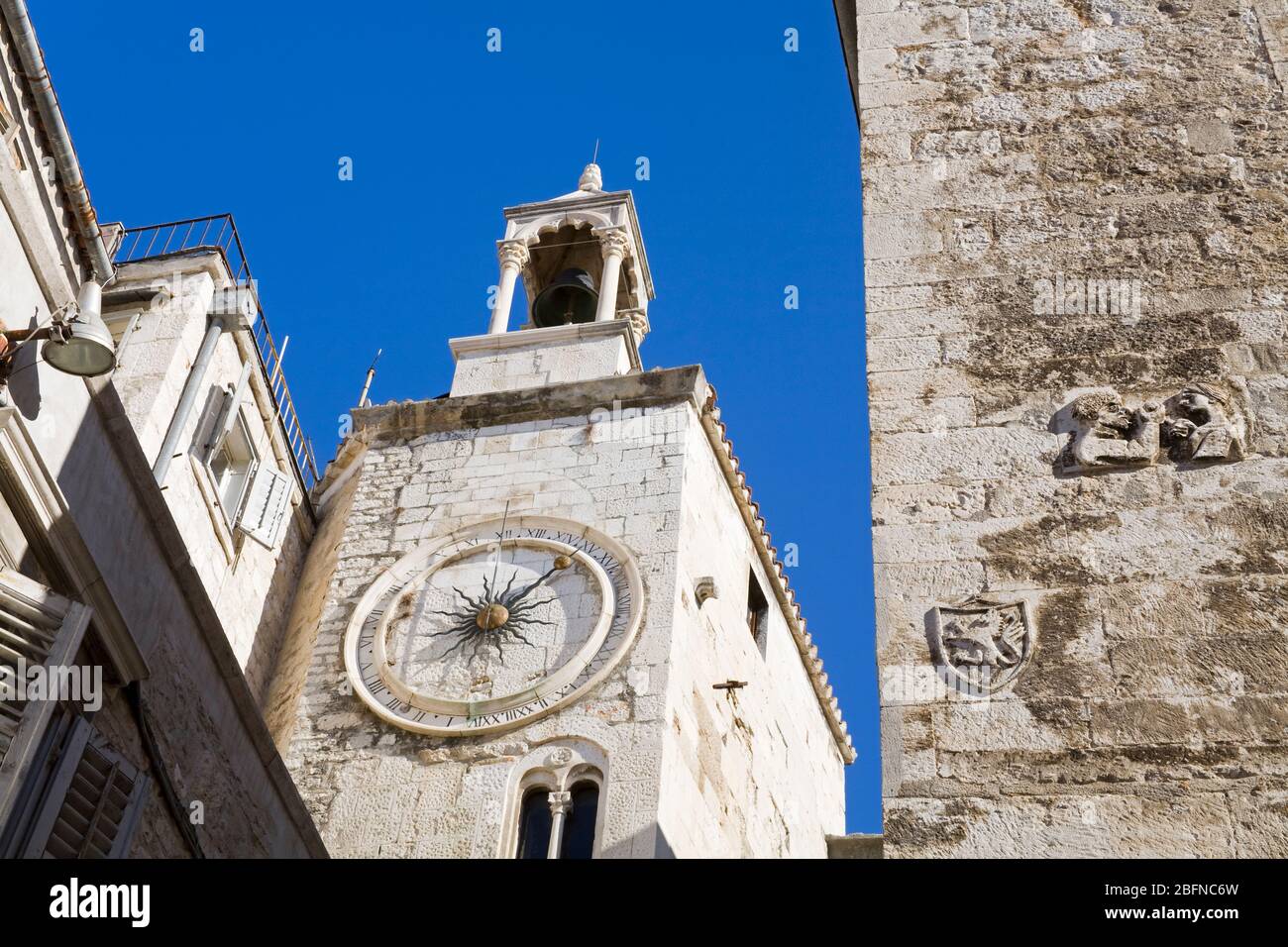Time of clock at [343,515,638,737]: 12:07
